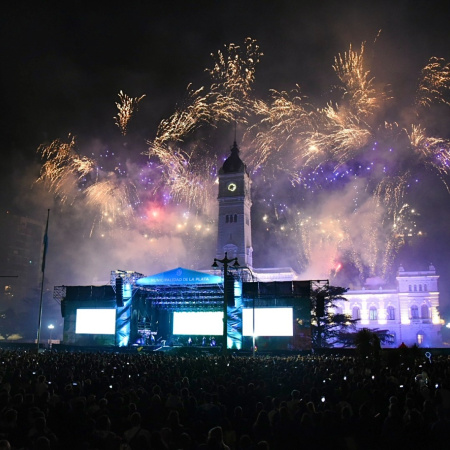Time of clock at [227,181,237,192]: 7:12
